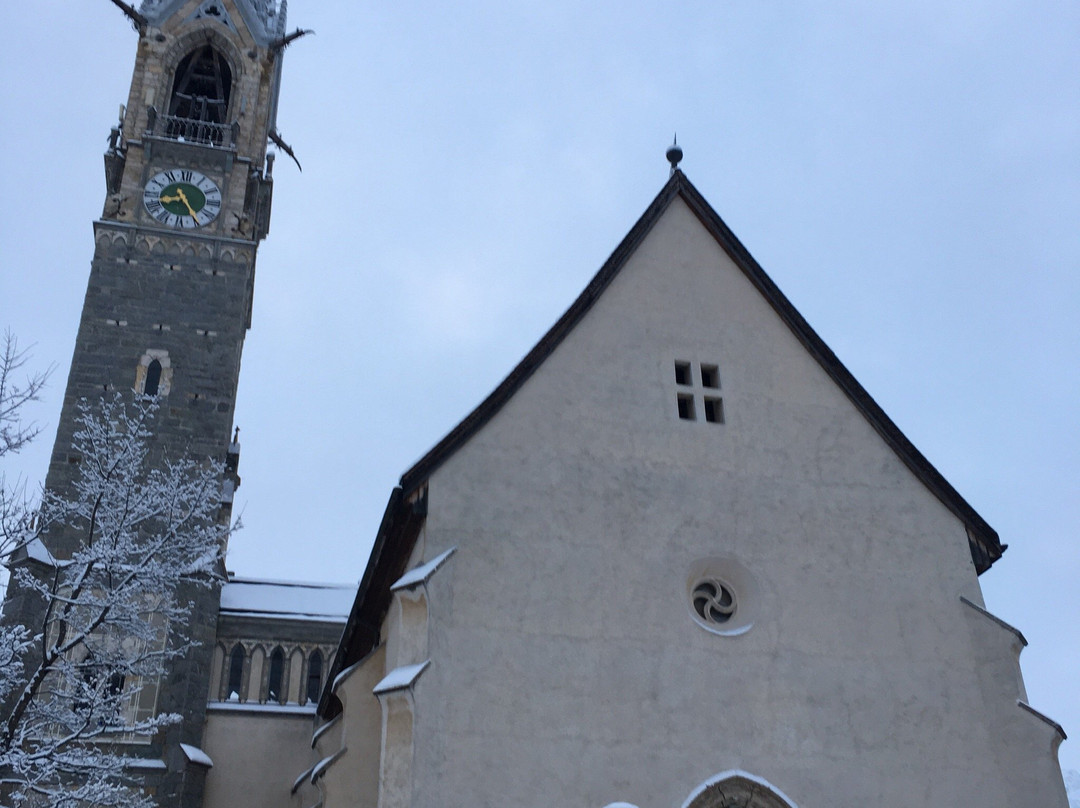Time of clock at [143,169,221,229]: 8:24
